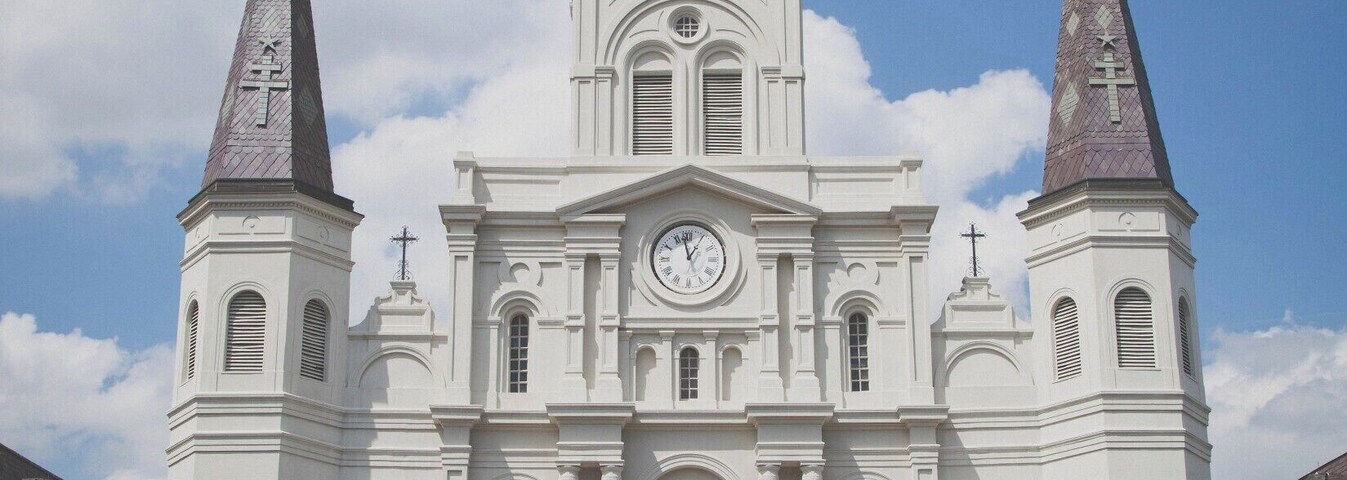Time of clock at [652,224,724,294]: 12:57
